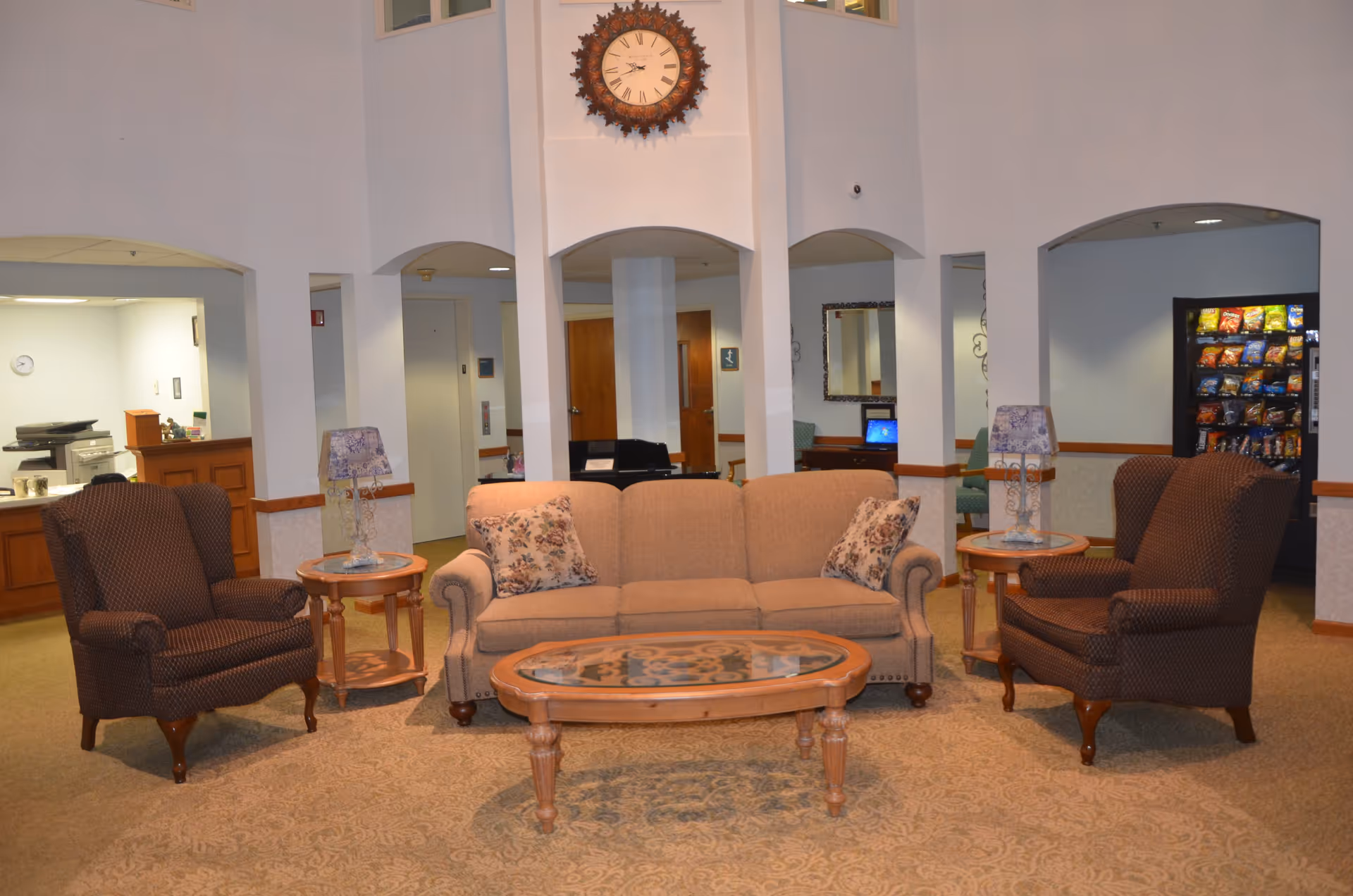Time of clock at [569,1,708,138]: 9:41
